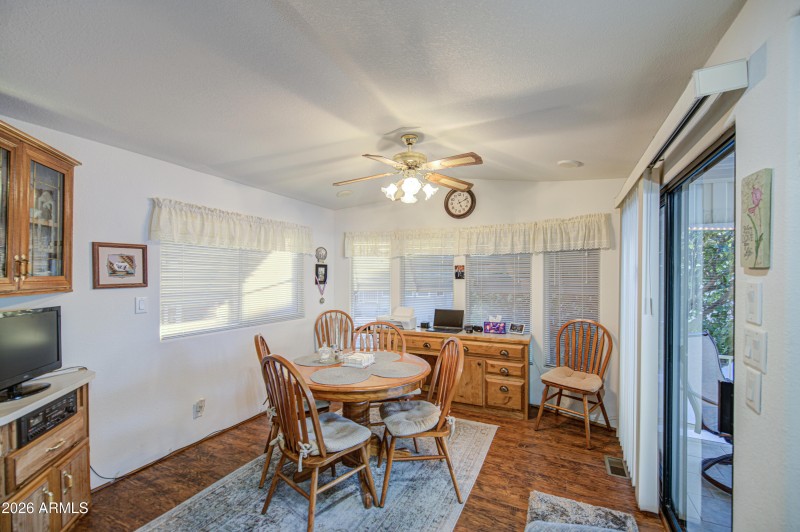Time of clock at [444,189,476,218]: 5:11
